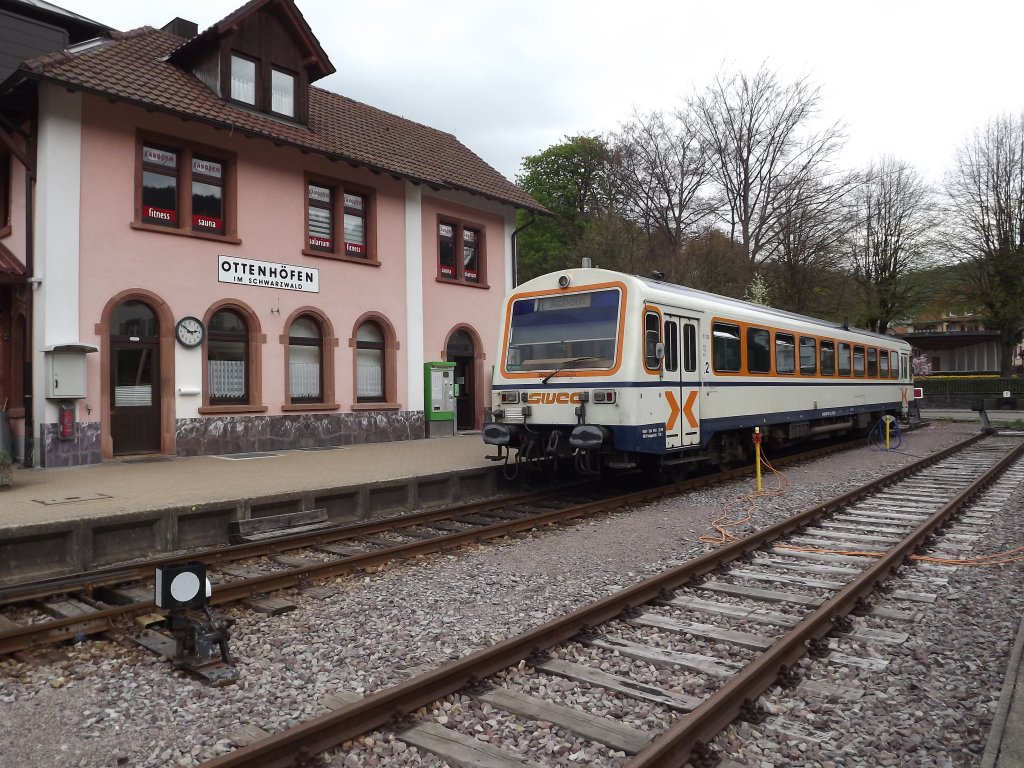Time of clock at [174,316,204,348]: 2:51
